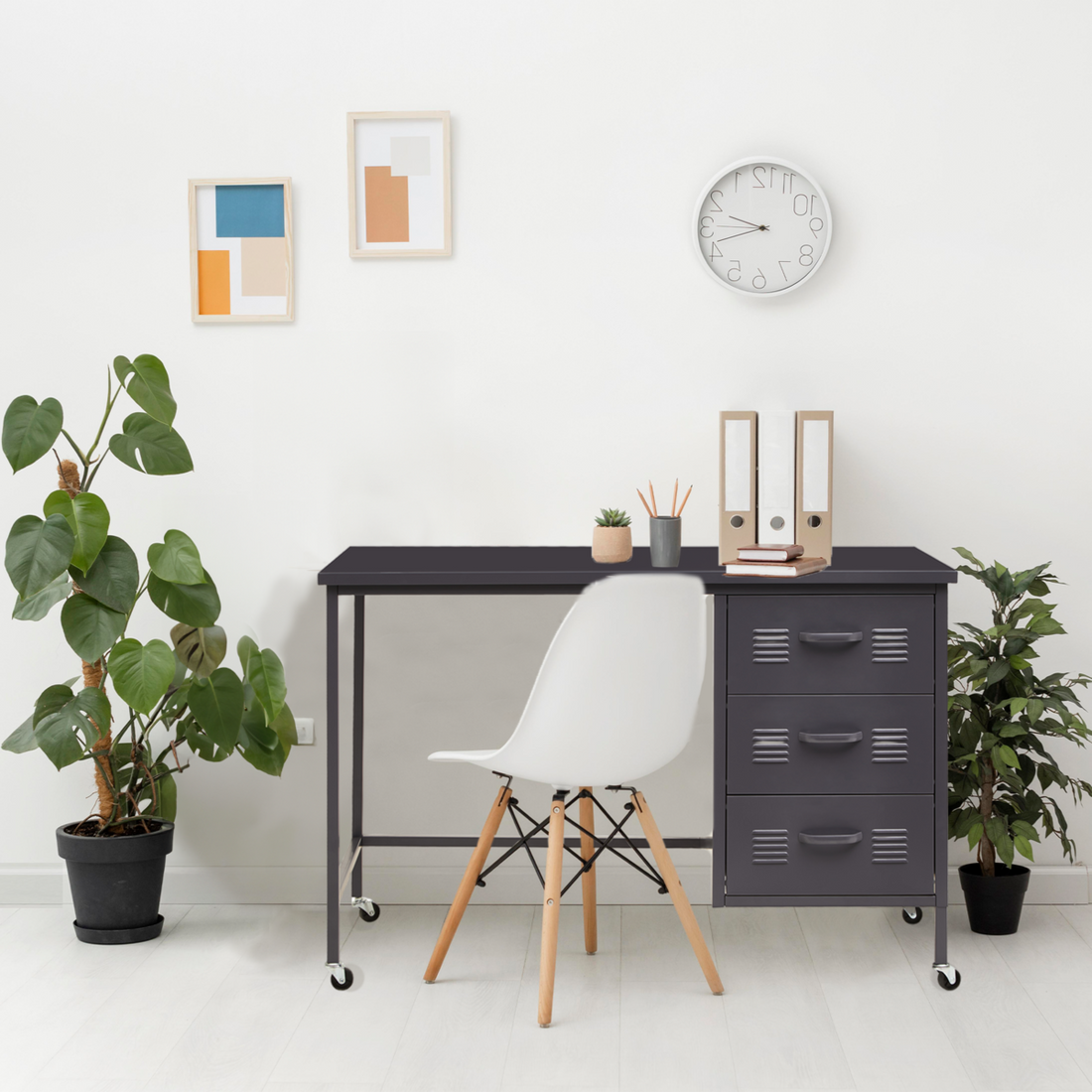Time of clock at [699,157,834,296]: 9:42
